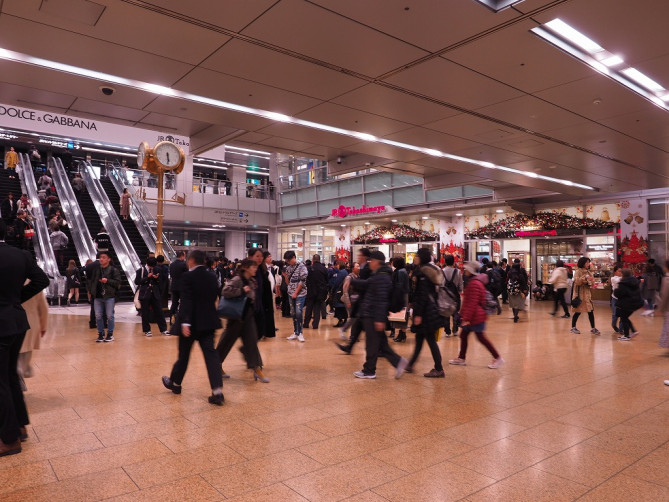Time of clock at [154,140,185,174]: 5:30
